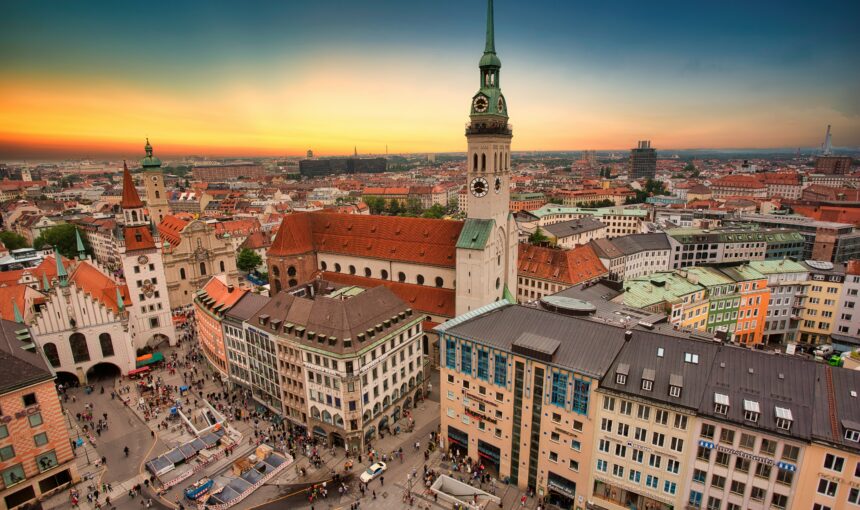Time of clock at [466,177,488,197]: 3:40
